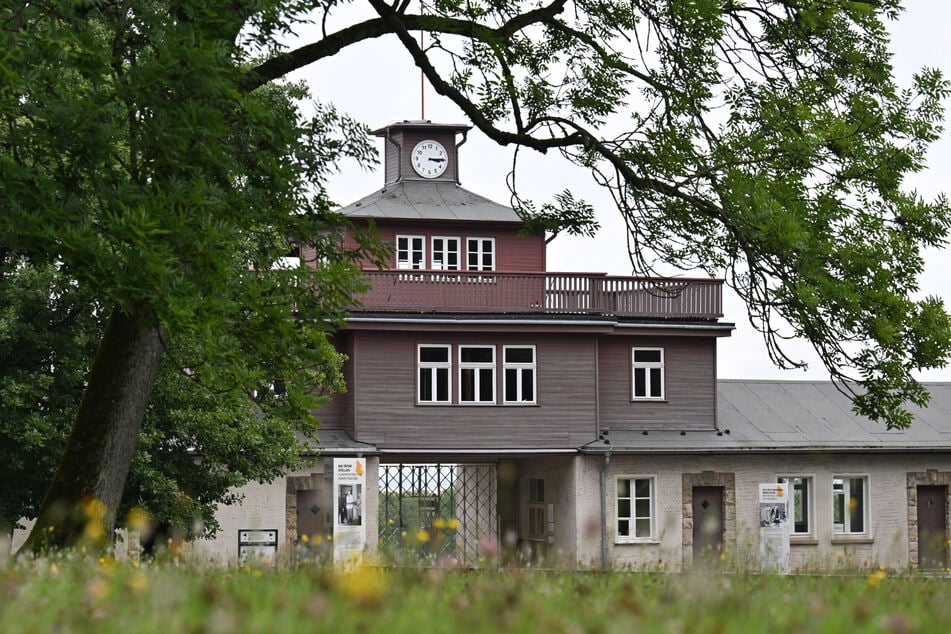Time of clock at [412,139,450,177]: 3:14
